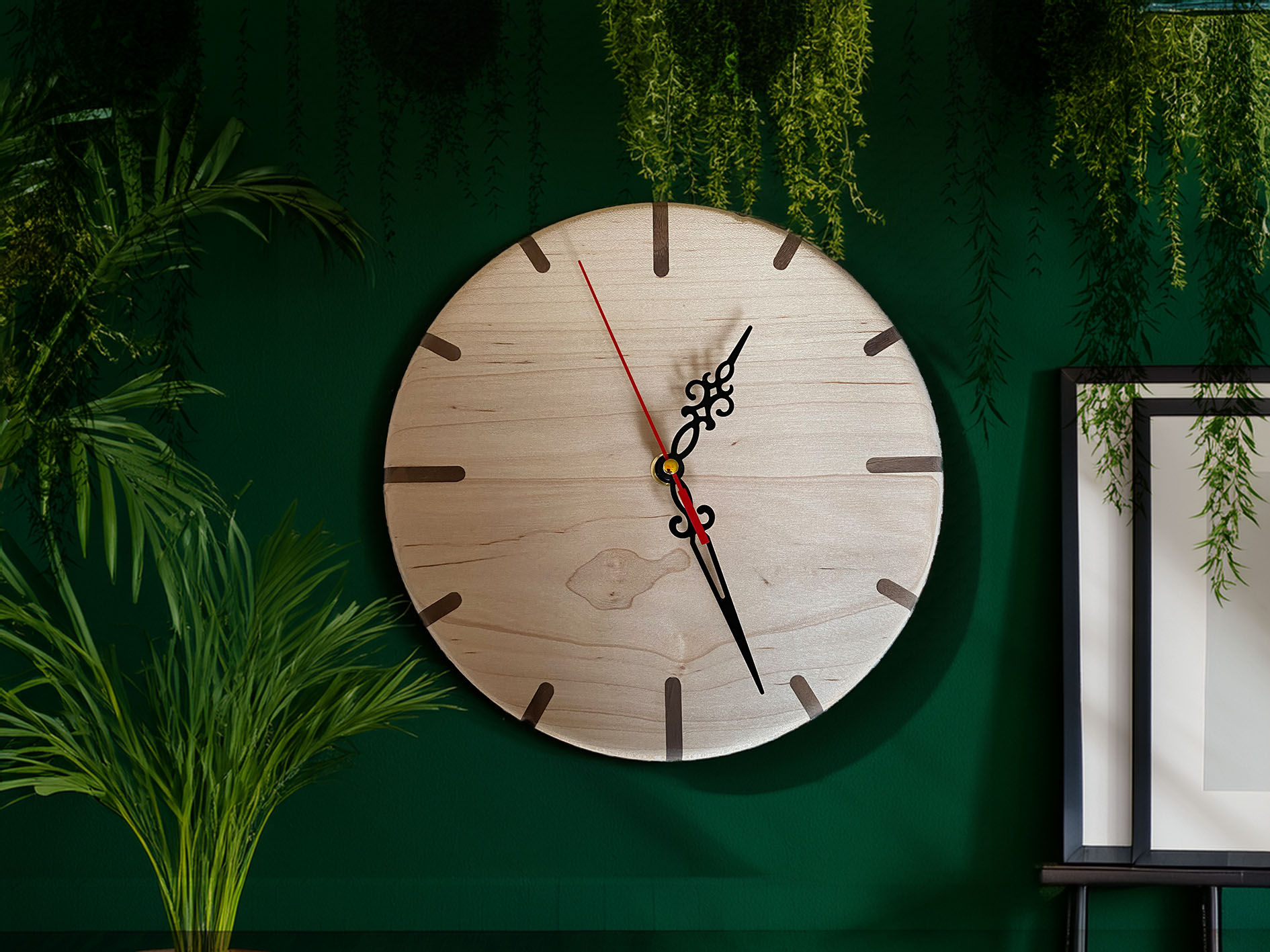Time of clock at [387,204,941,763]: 1:26
